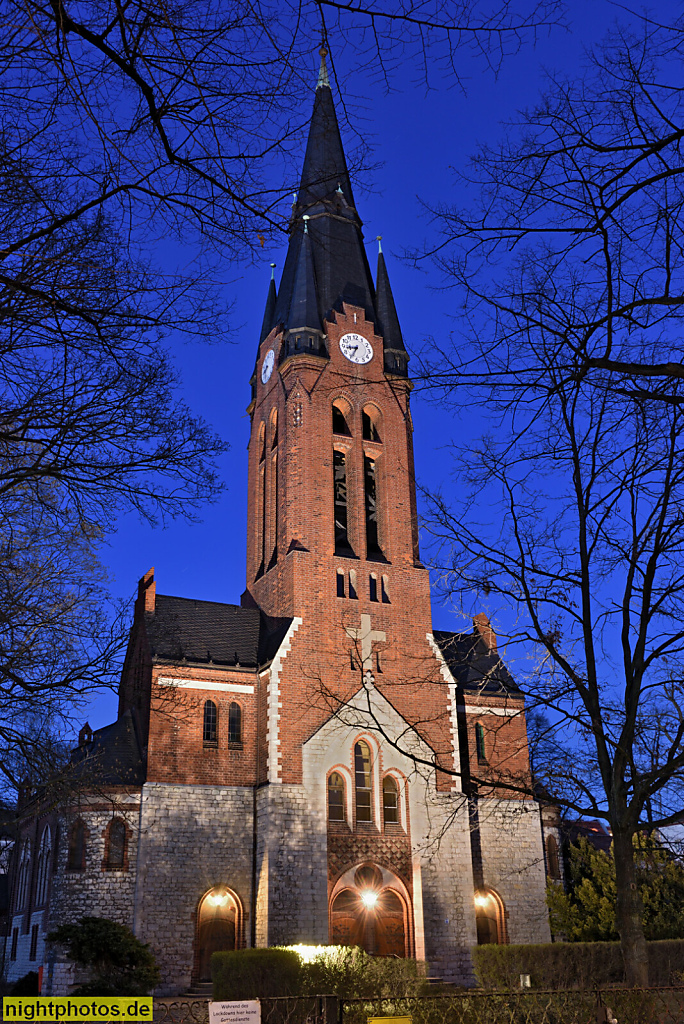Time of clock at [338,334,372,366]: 8:34
